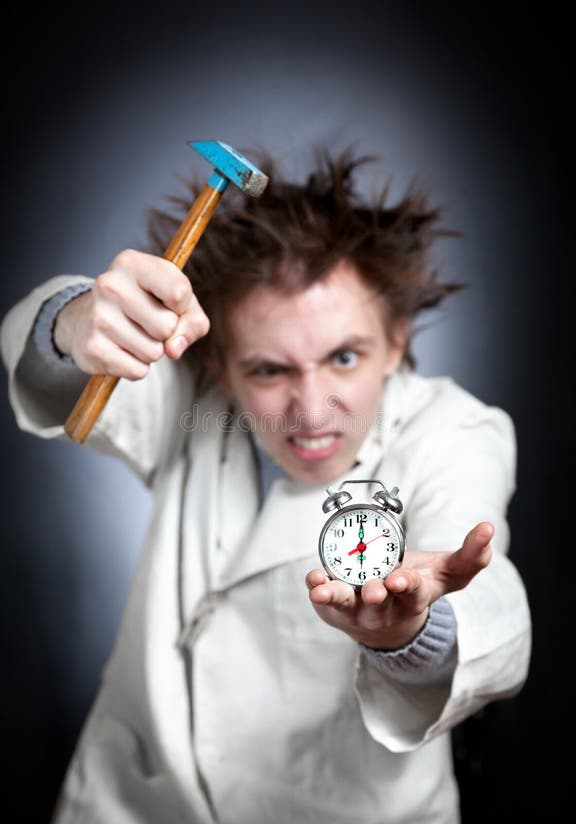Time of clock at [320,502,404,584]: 6:00
